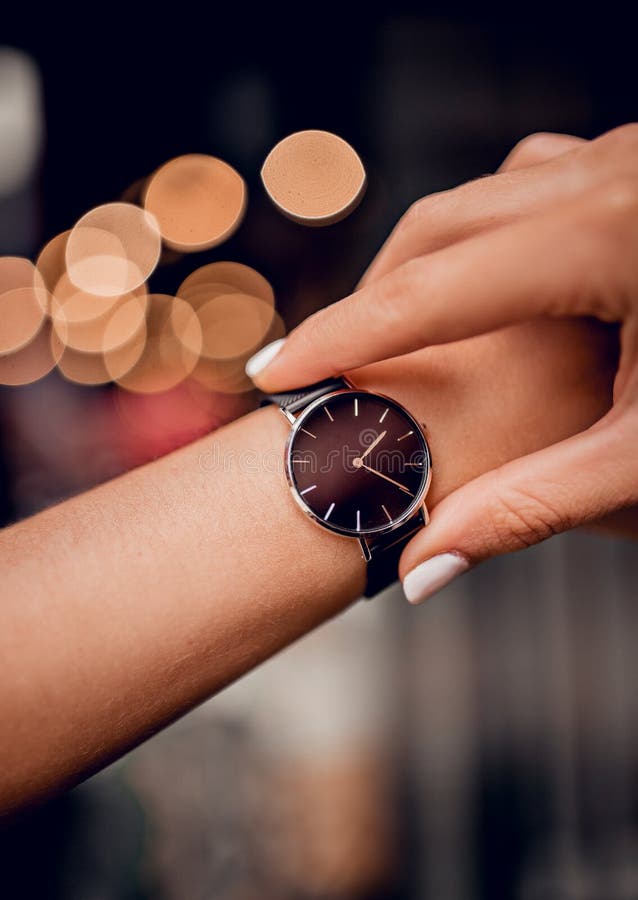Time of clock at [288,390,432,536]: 1:19
